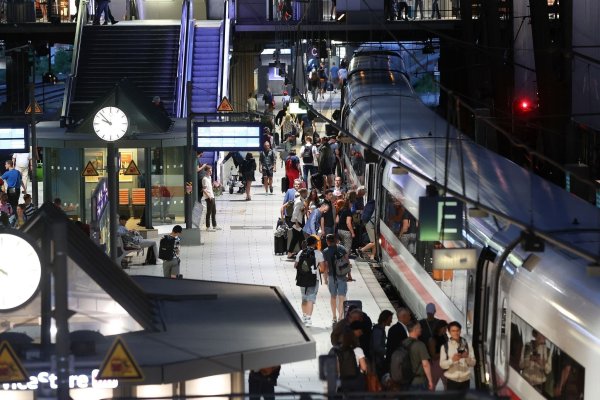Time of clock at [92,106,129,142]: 9:52
